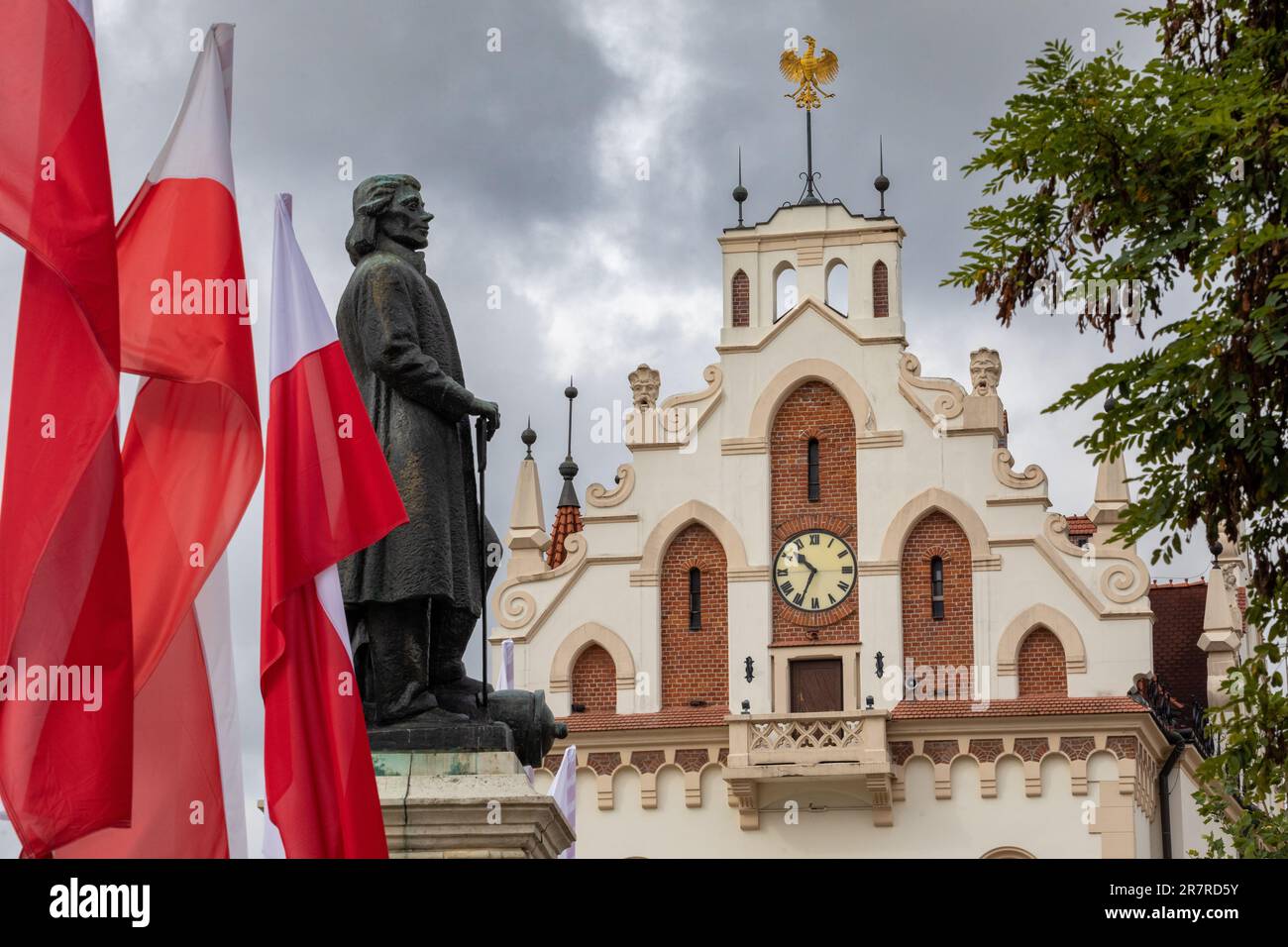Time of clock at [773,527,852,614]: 10:34
